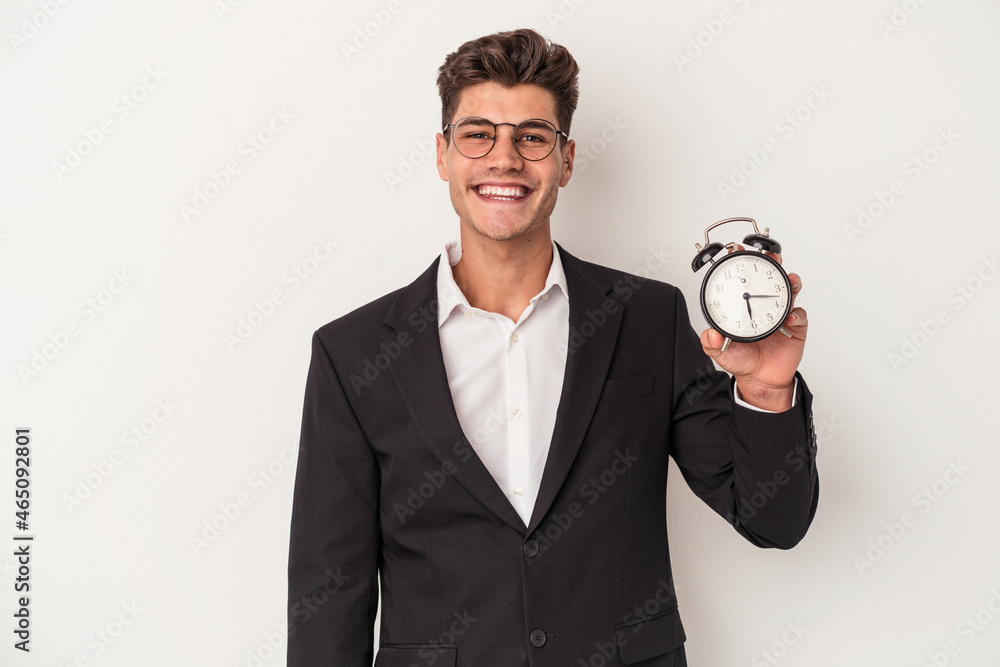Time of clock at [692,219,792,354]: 6:17
